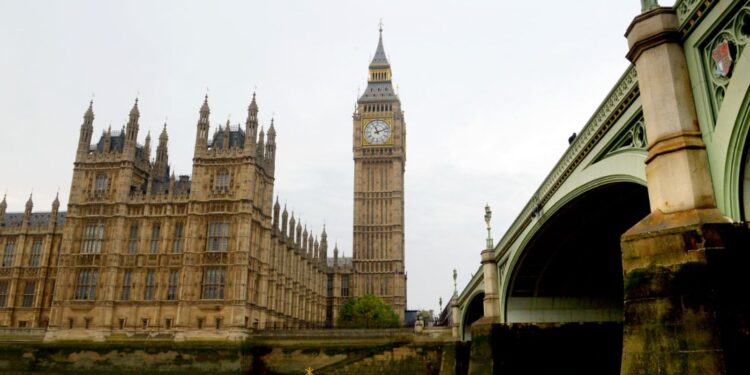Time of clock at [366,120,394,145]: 11:11
